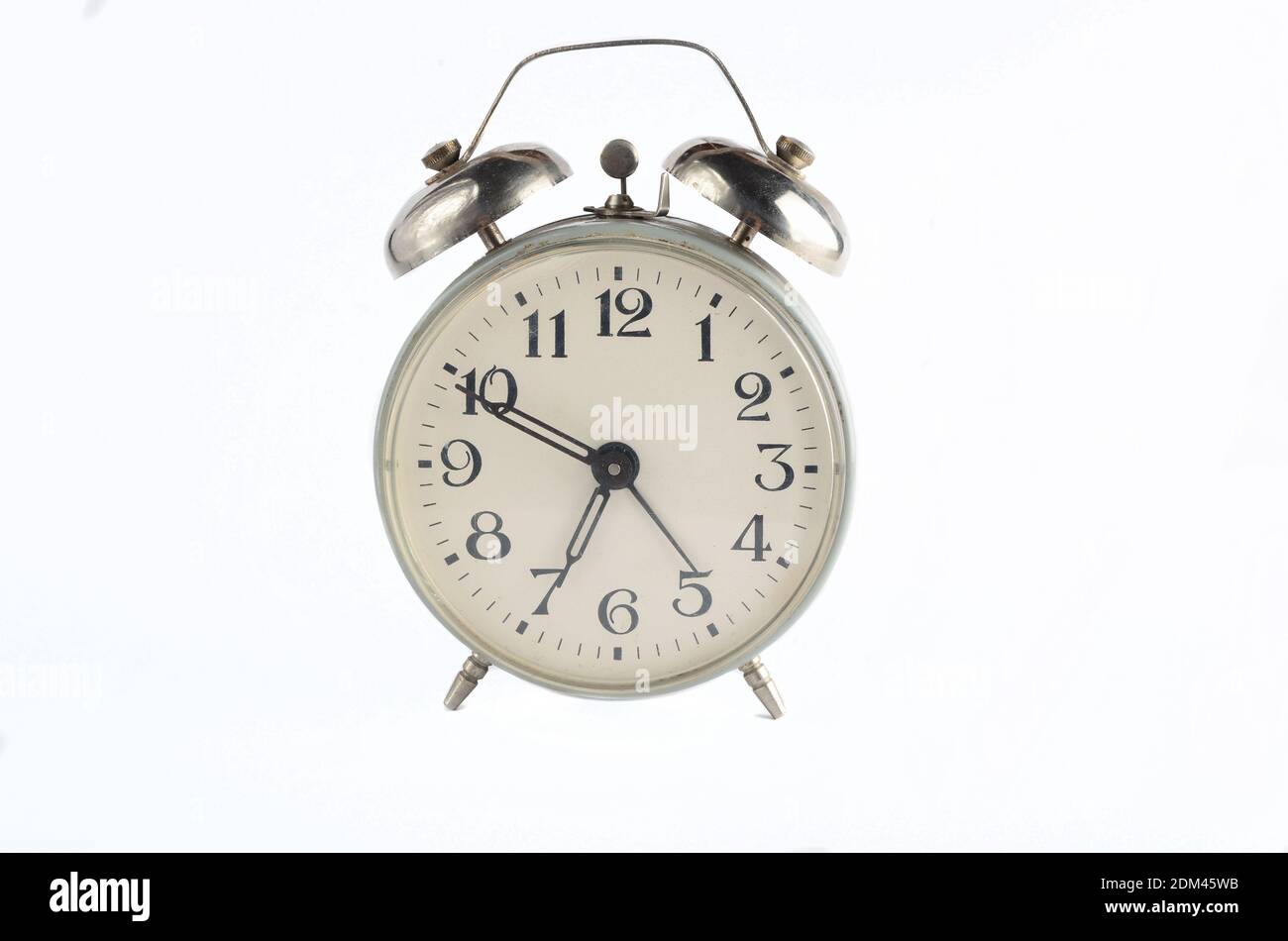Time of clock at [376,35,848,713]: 6:49
